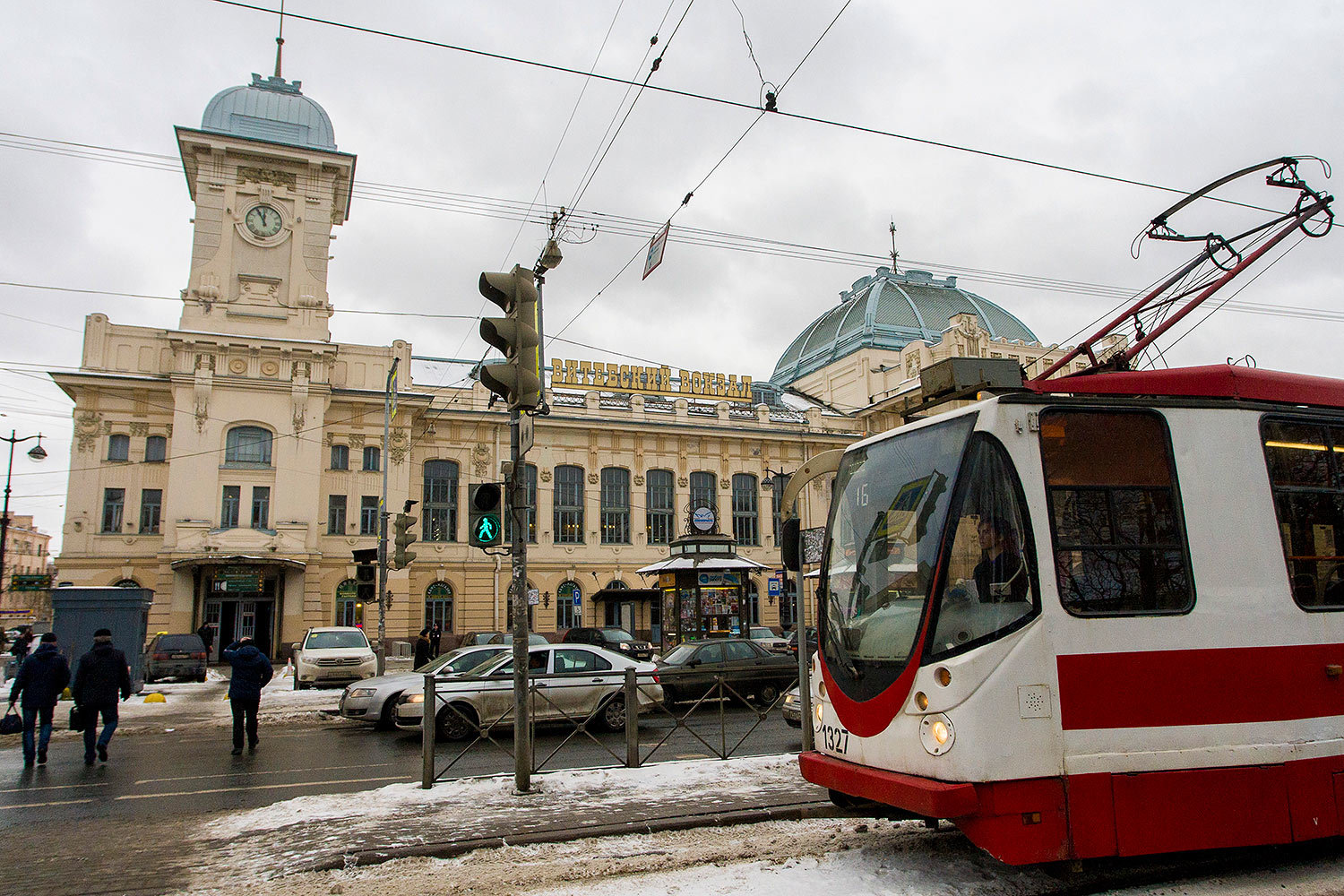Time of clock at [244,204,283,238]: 11:55
